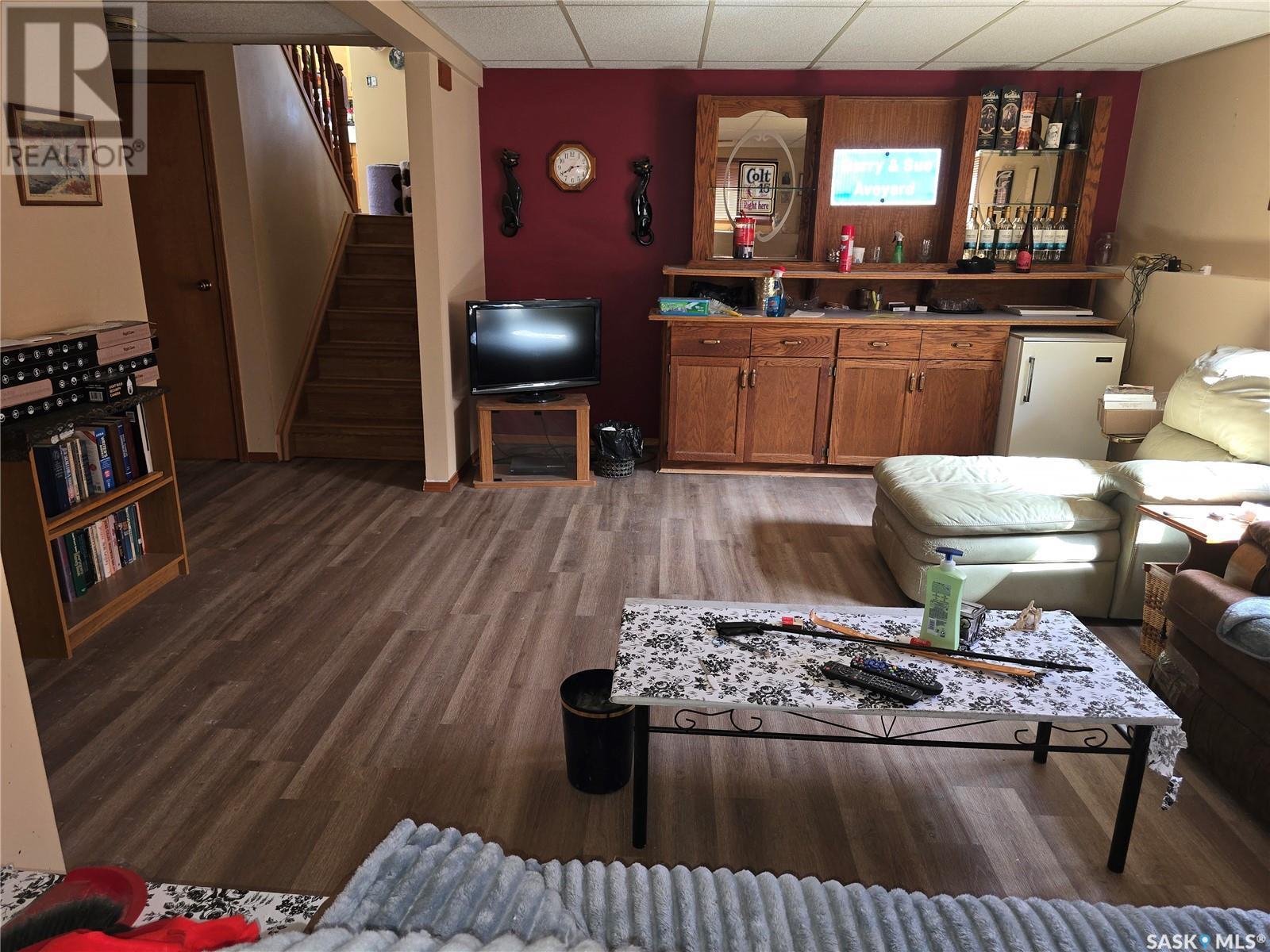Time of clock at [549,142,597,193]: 2:39
